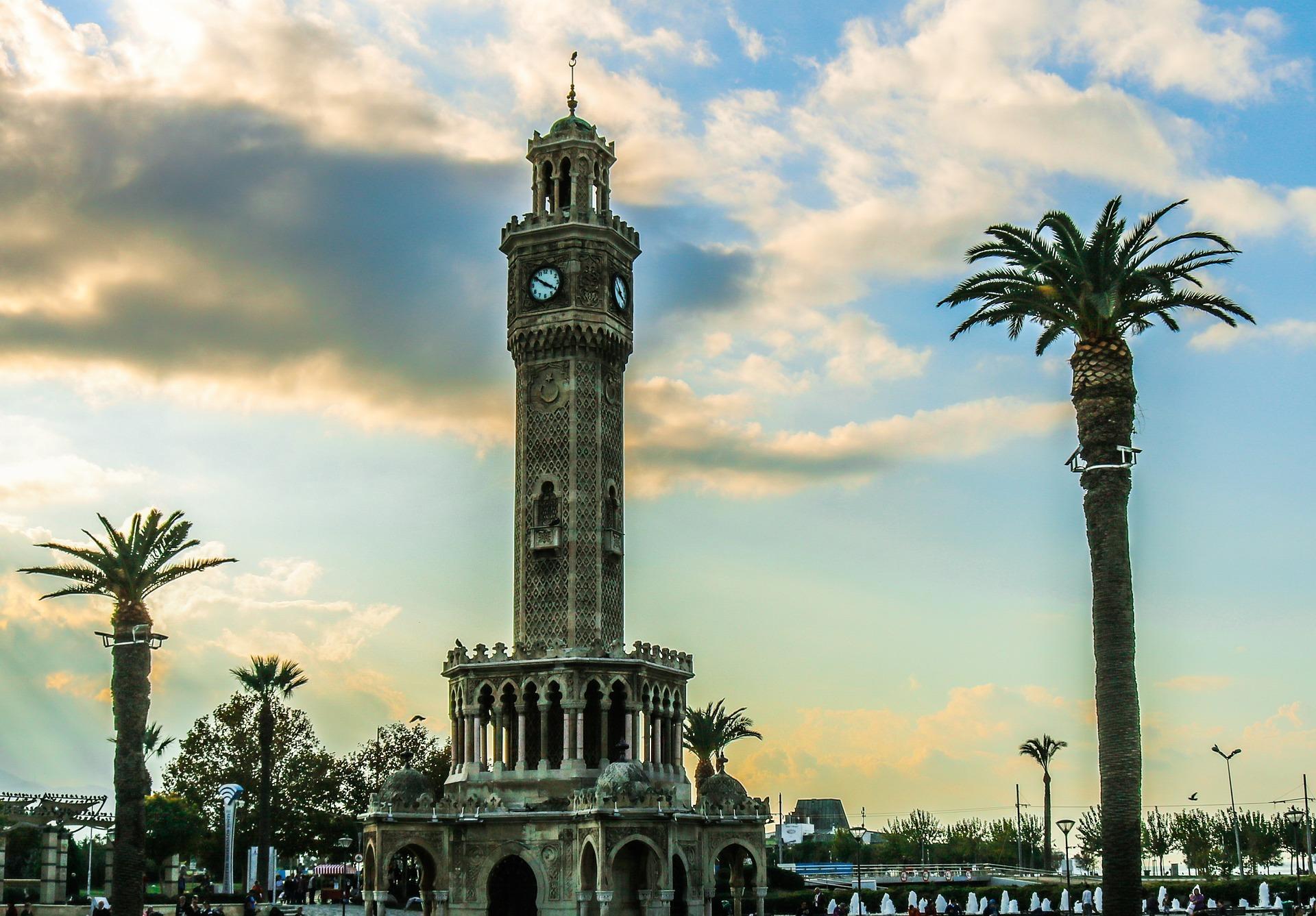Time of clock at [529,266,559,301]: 10:20
